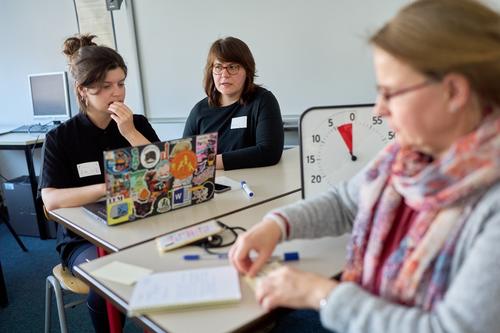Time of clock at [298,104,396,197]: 11:55
